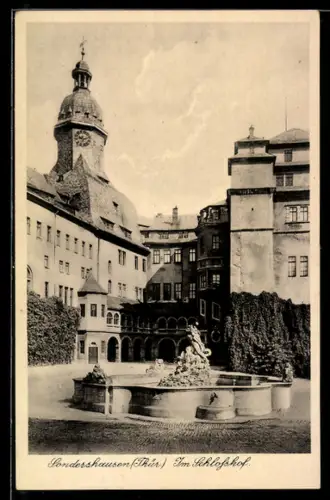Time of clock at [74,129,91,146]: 8:12
